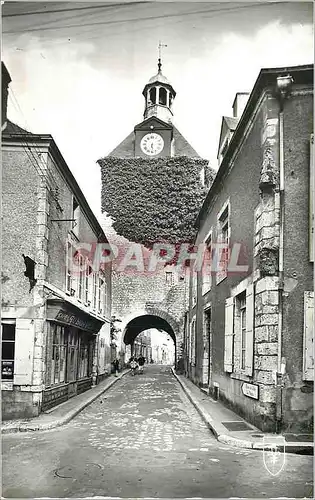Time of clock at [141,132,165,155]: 6:28
